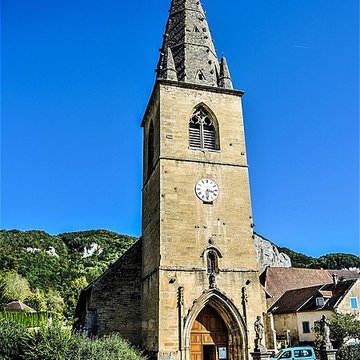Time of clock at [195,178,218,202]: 3:30
